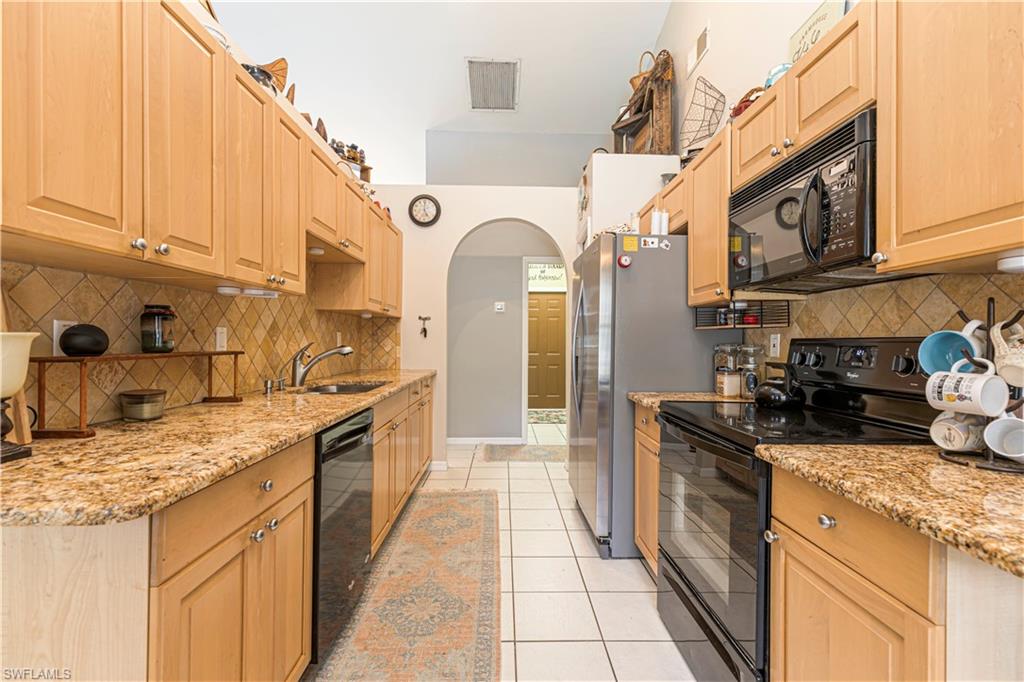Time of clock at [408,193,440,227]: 5:00
